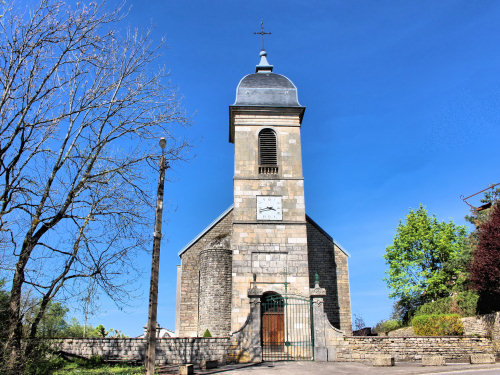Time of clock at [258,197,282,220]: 3:42
